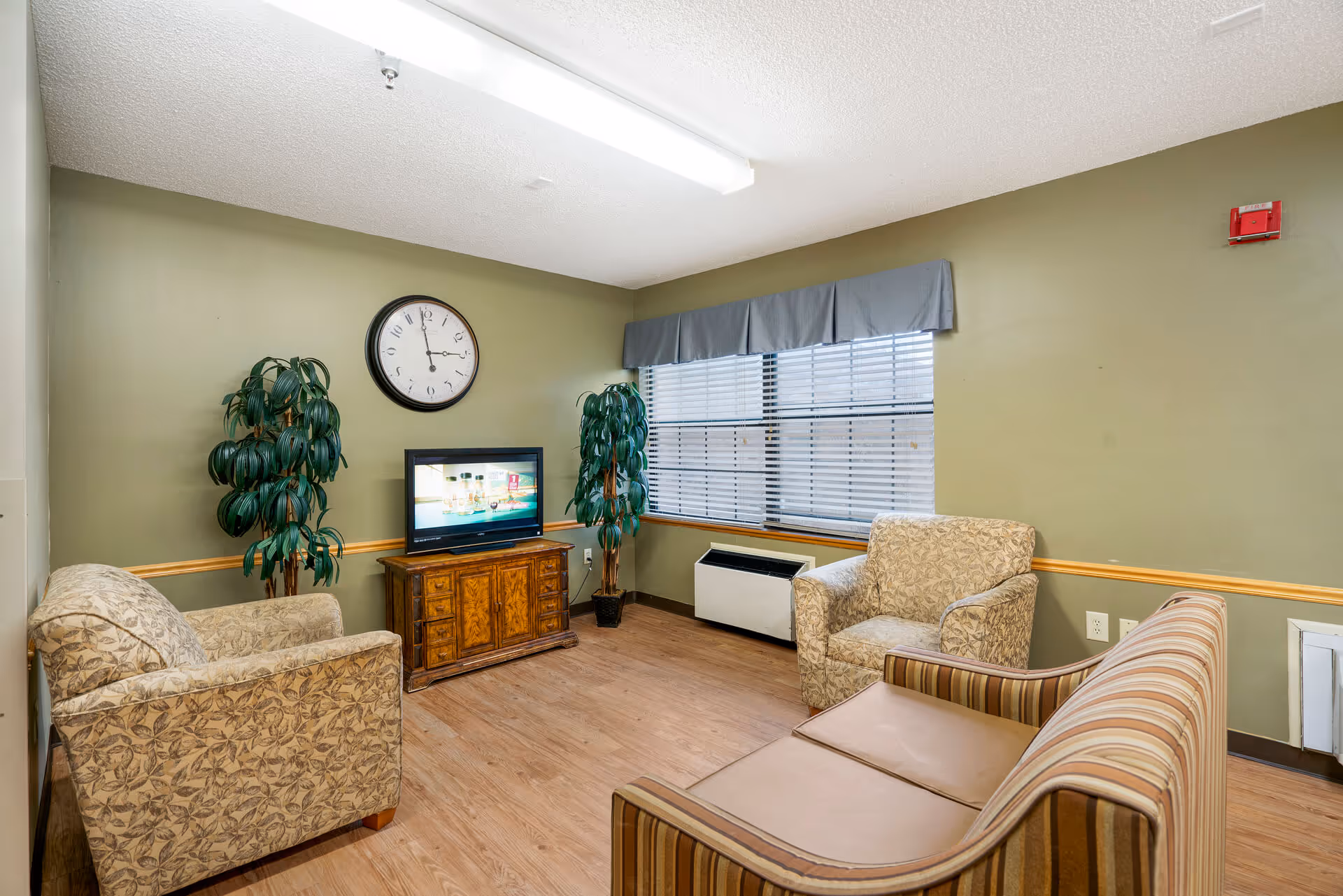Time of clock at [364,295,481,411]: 2:58
